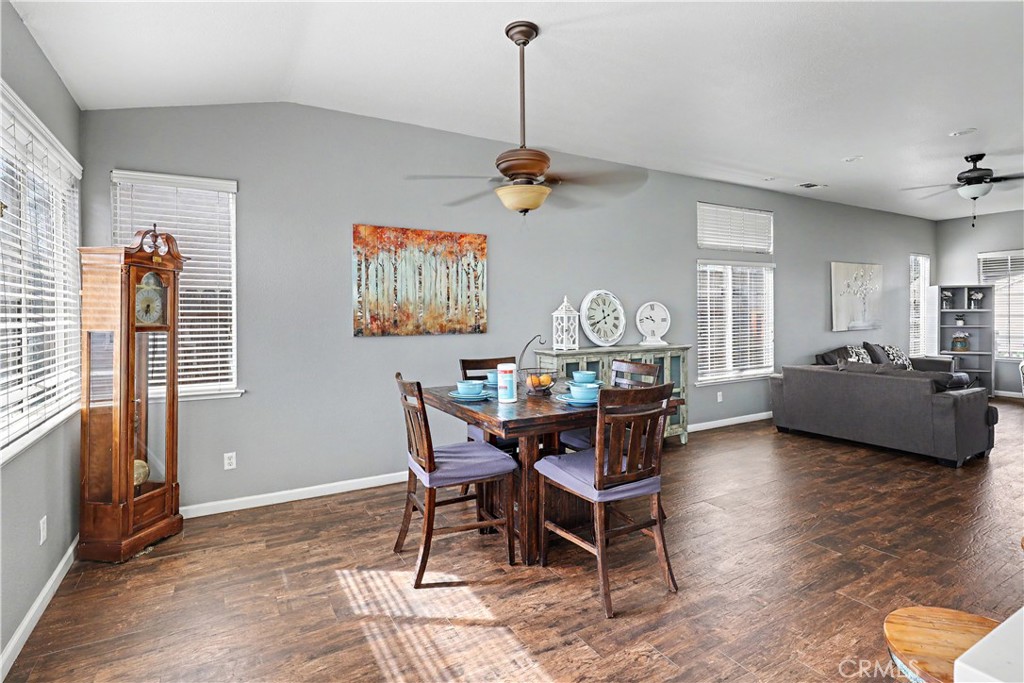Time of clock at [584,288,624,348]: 11:40
